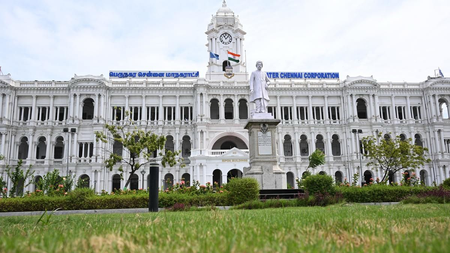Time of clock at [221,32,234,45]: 11:07
